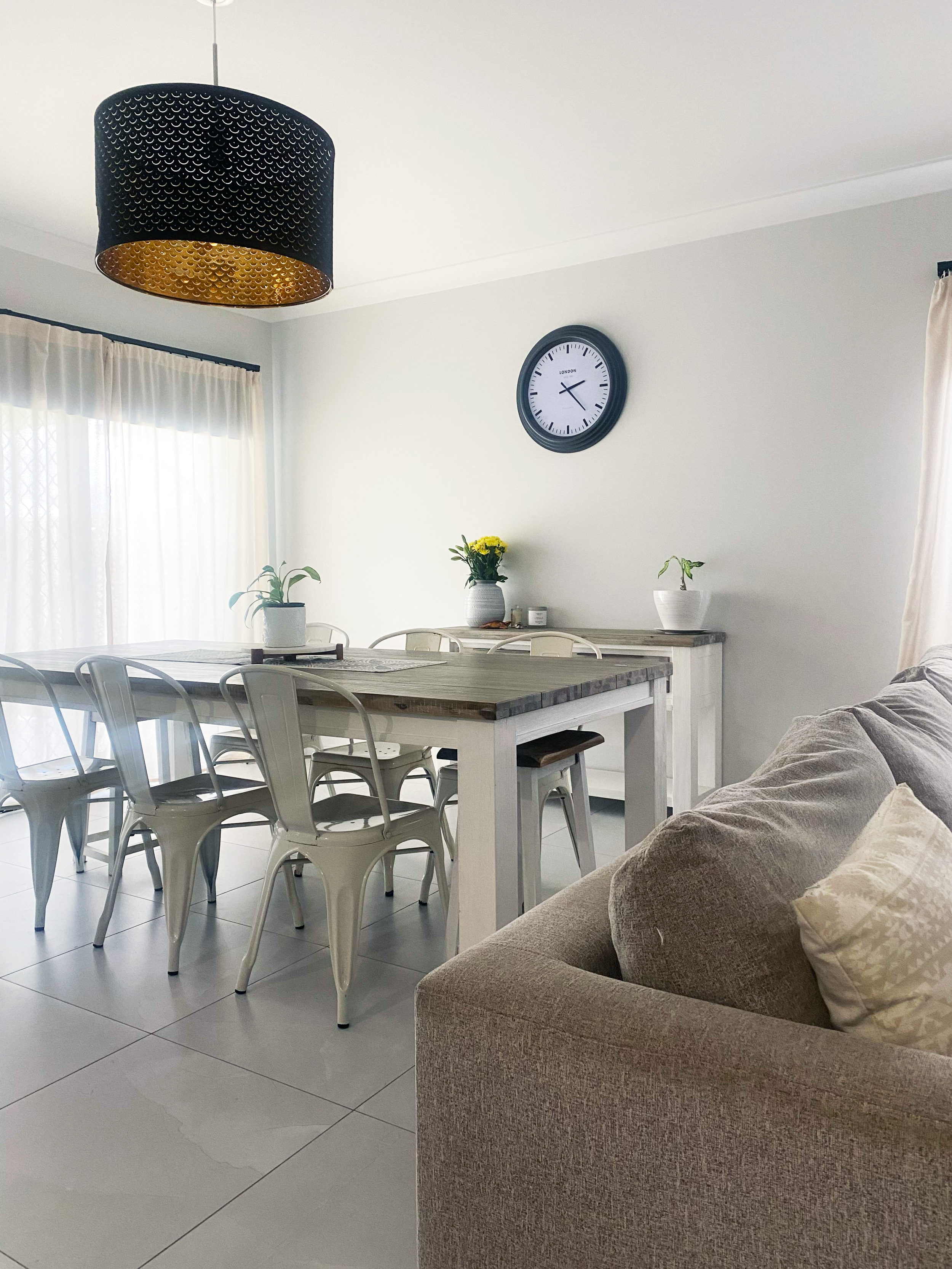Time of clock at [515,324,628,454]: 2:22
